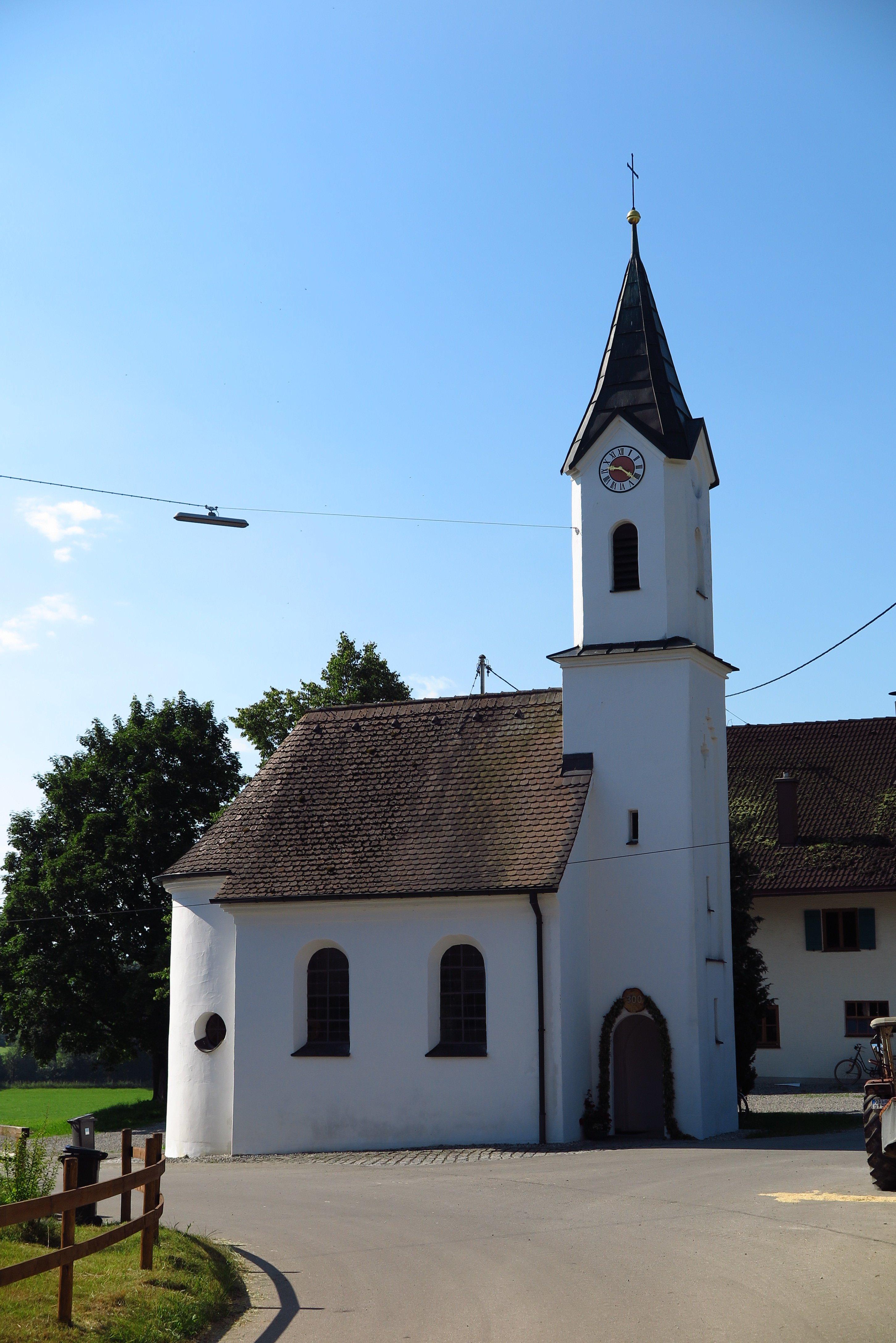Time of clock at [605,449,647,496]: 9:21
